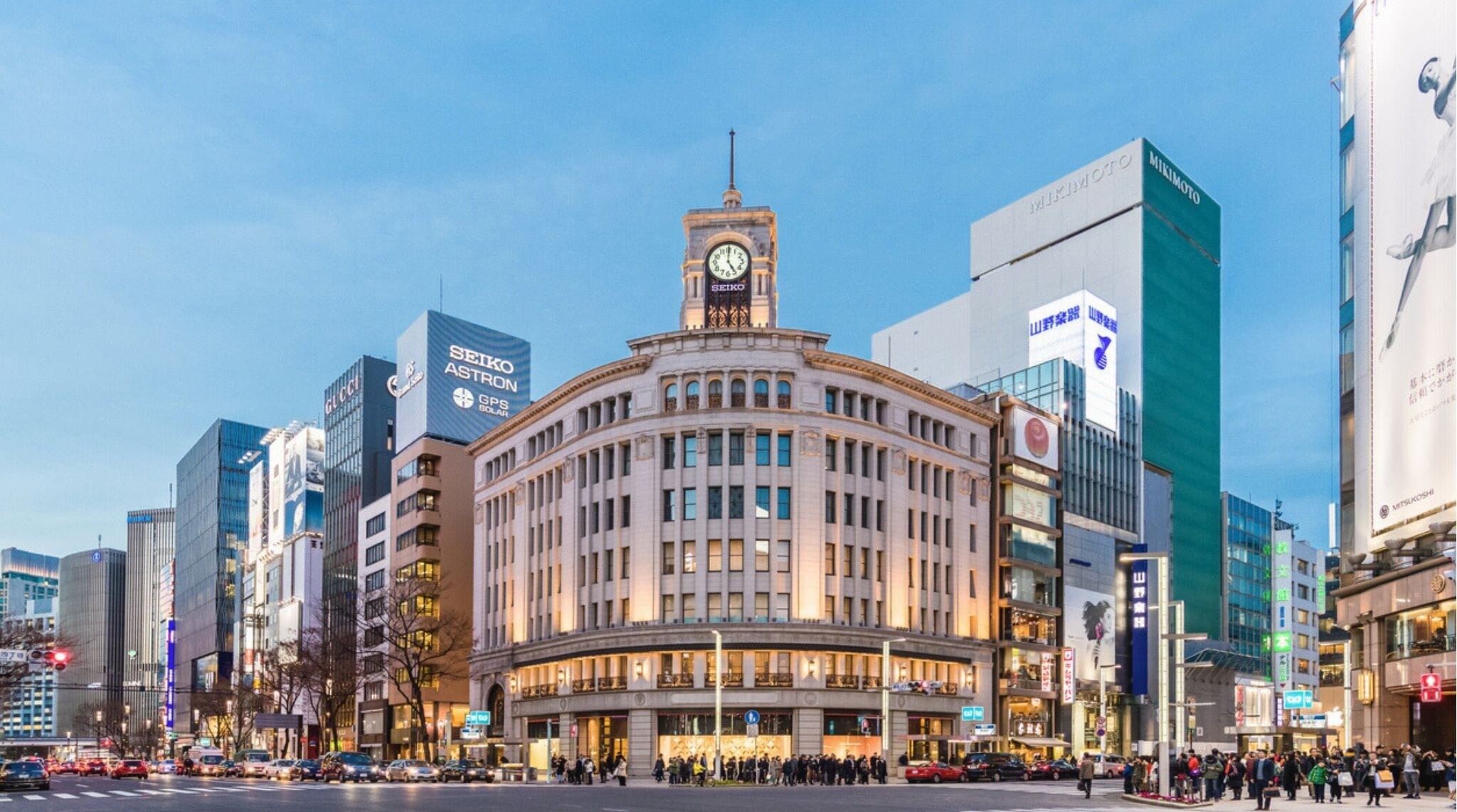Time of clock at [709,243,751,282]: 5:00
